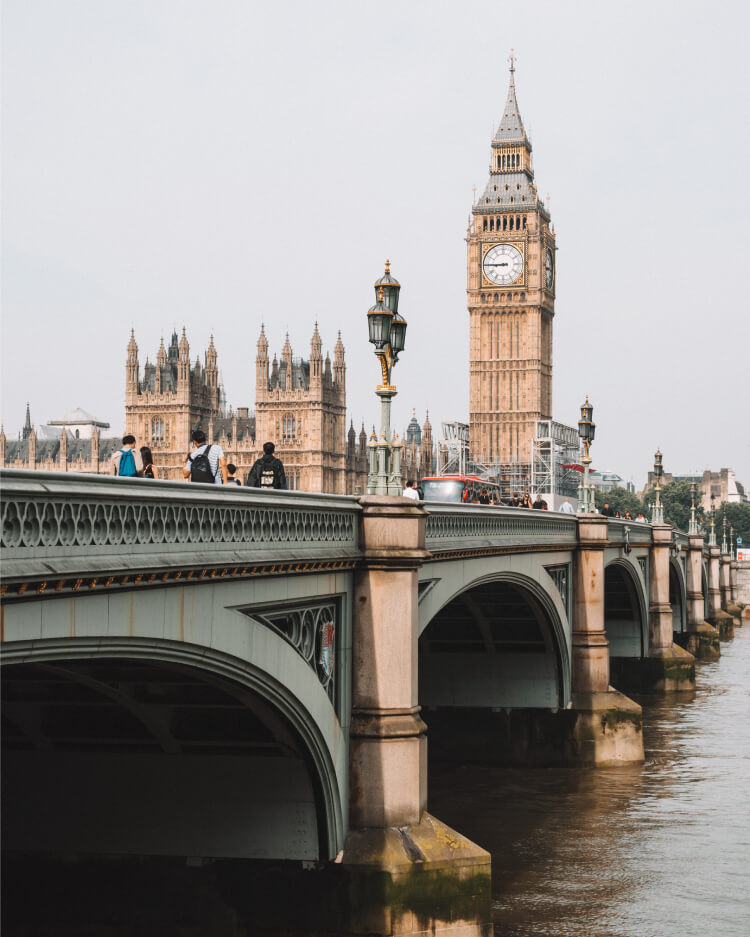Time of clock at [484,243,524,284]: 8:45
